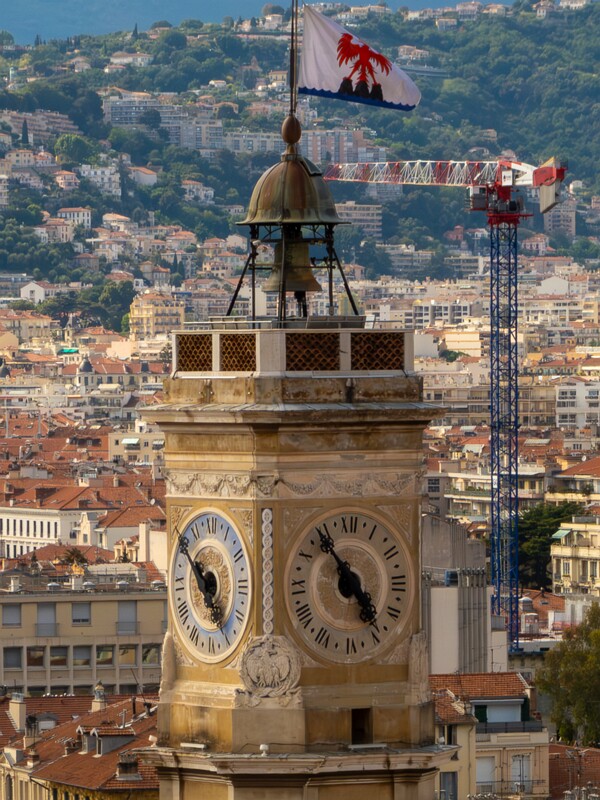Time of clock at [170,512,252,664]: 4:50
